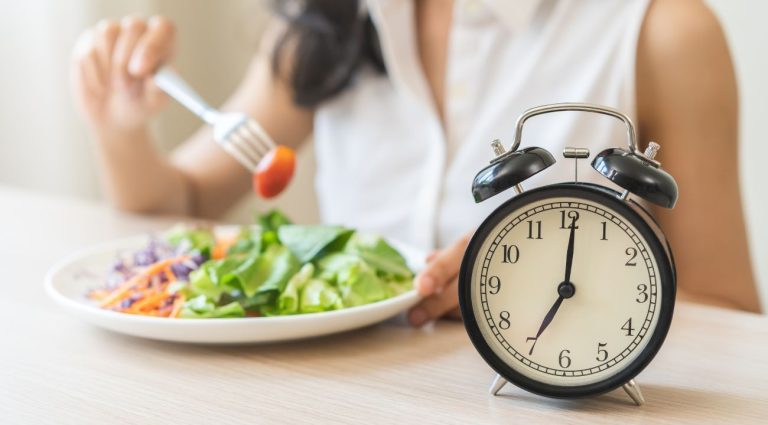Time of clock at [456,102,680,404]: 7:00
